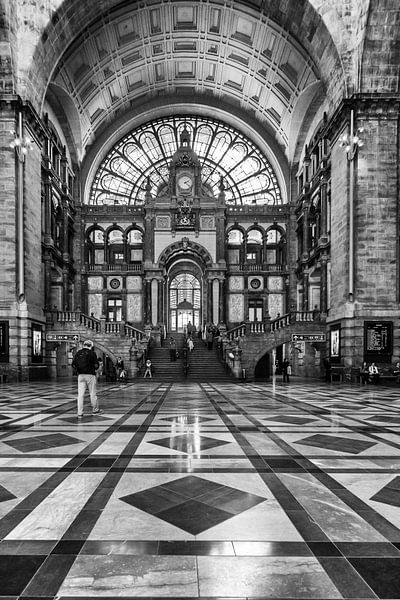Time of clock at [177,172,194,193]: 2:21
